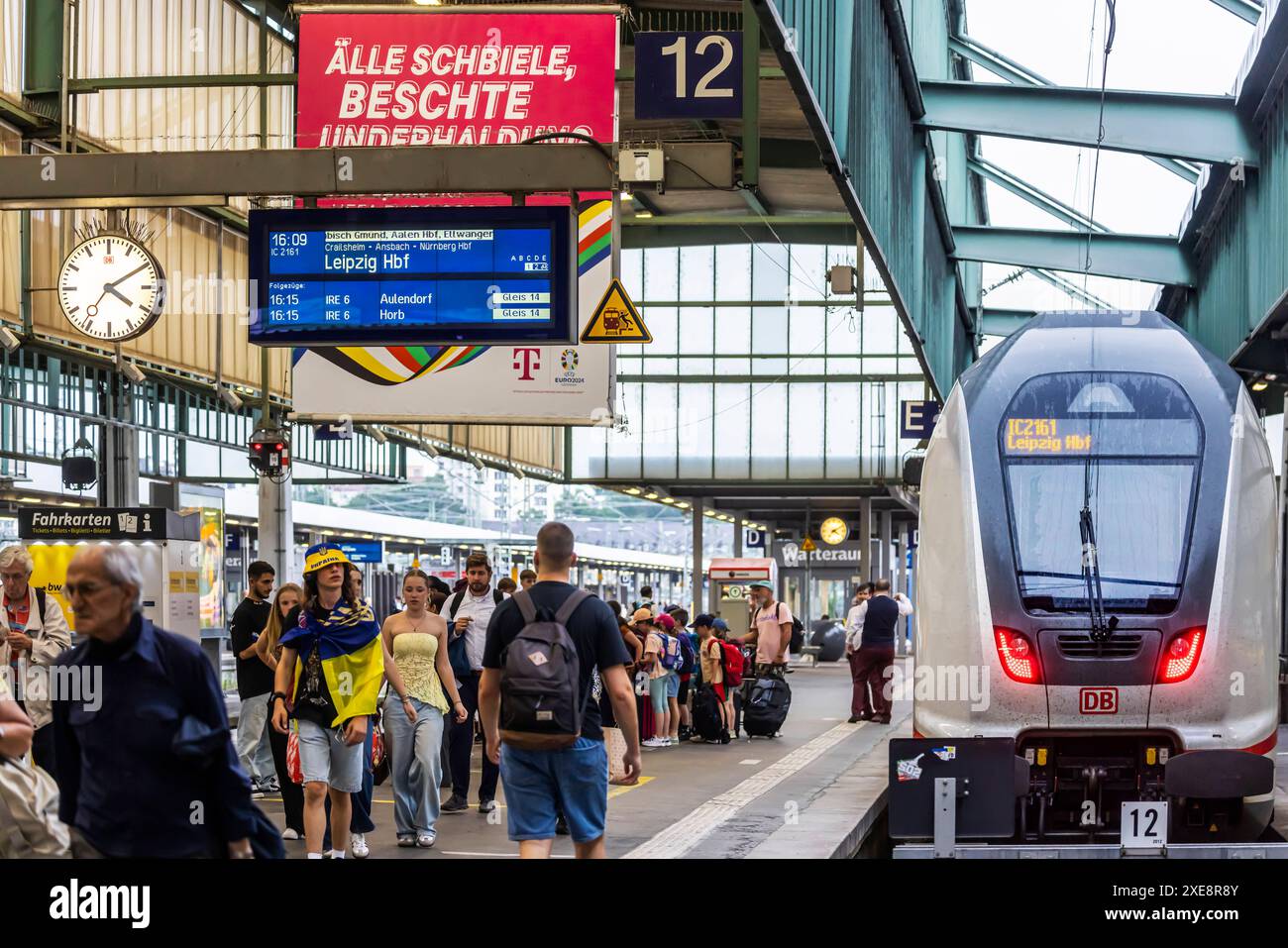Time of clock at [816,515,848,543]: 4:10
